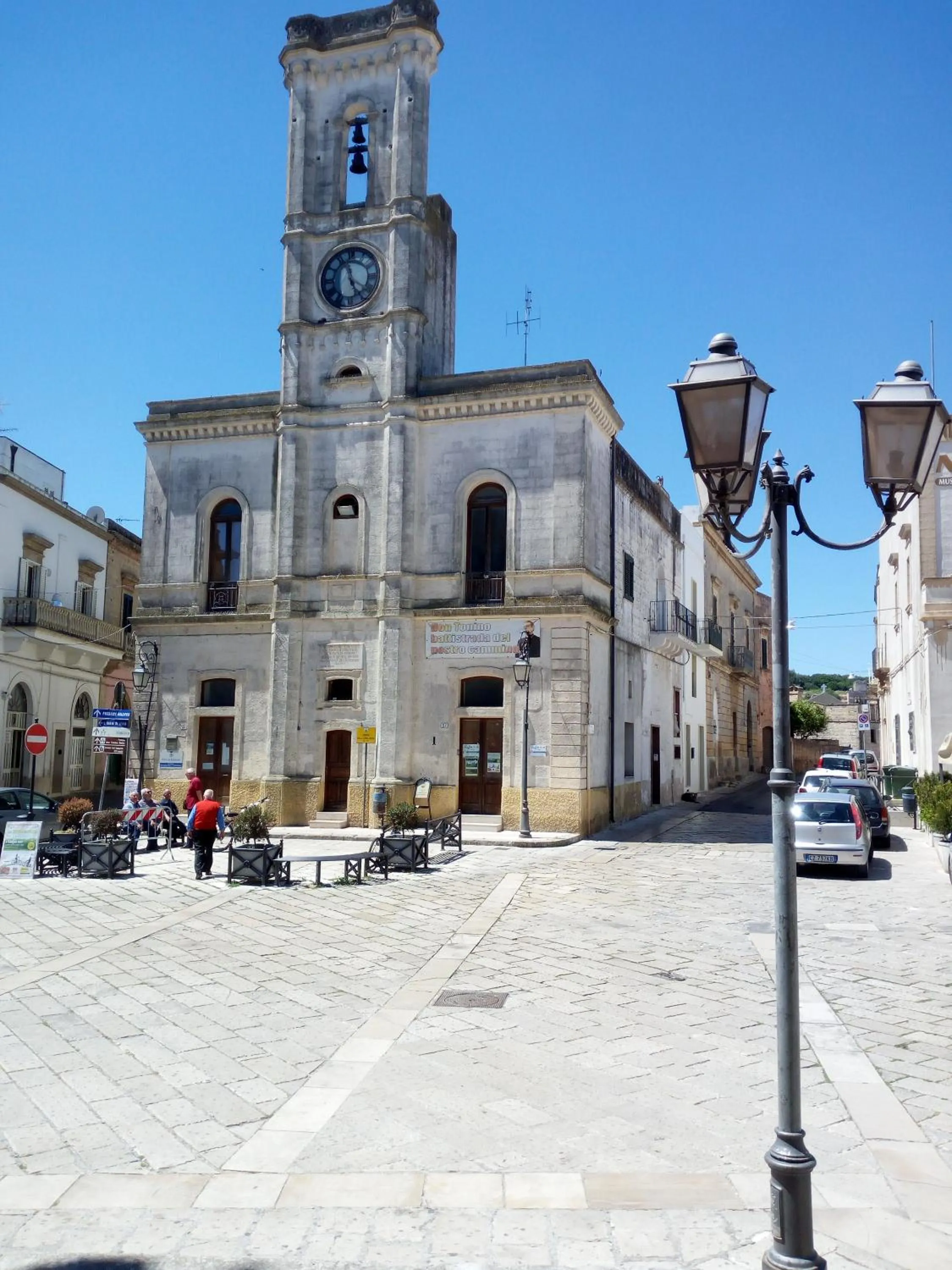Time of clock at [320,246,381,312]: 4:57
